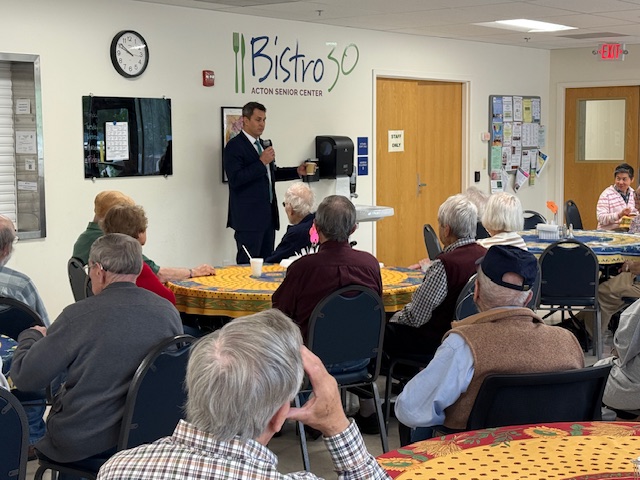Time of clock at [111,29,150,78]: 9:50
